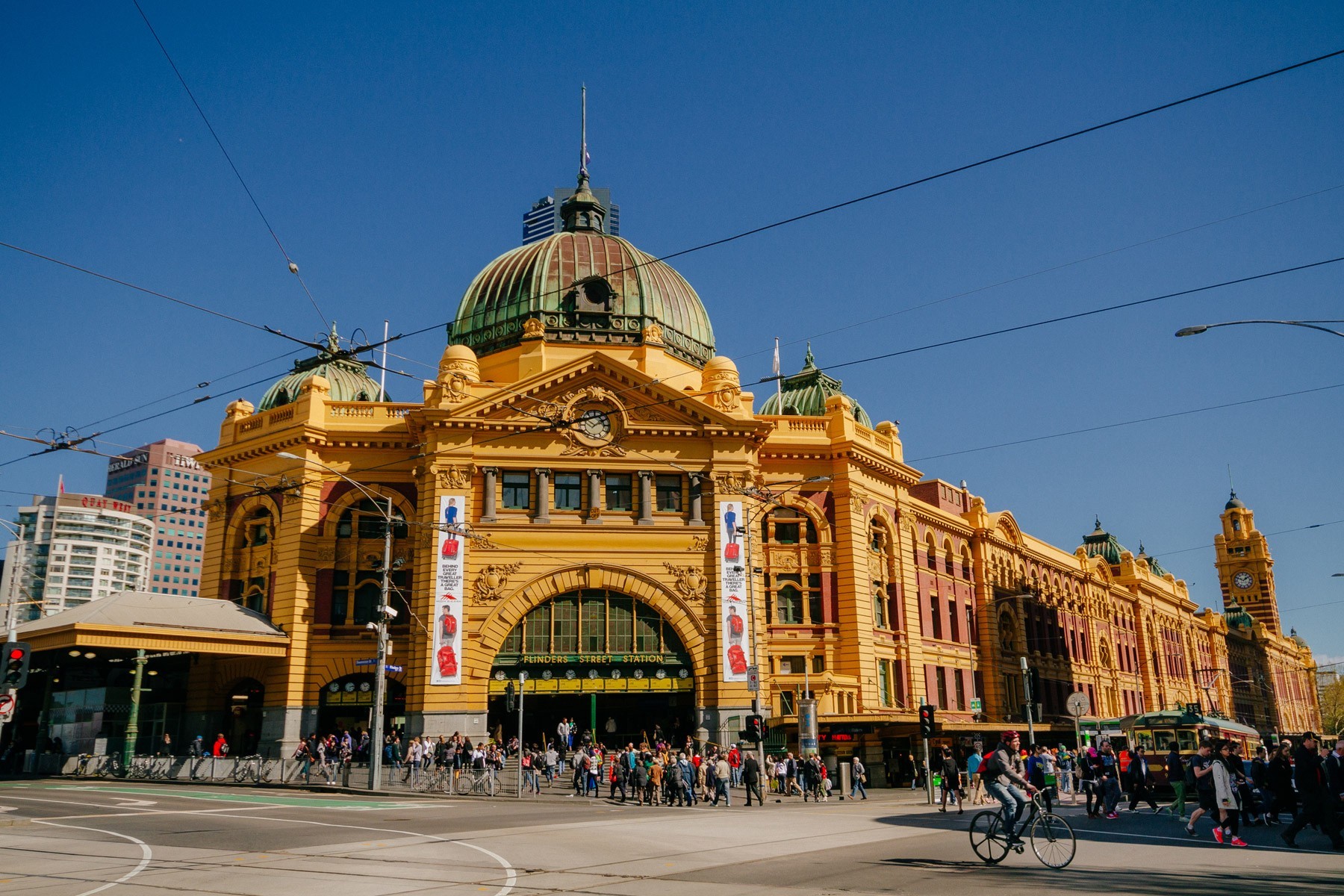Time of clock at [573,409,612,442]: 1:50
